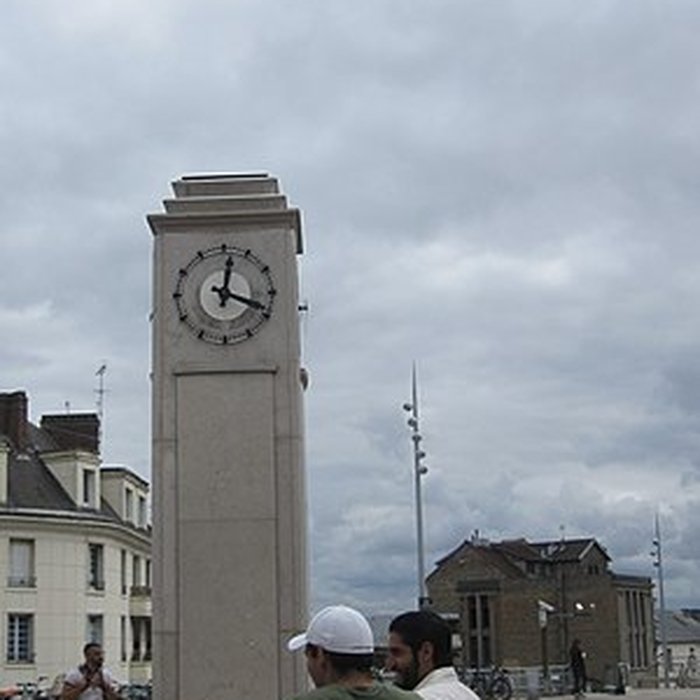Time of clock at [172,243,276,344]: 12:18
